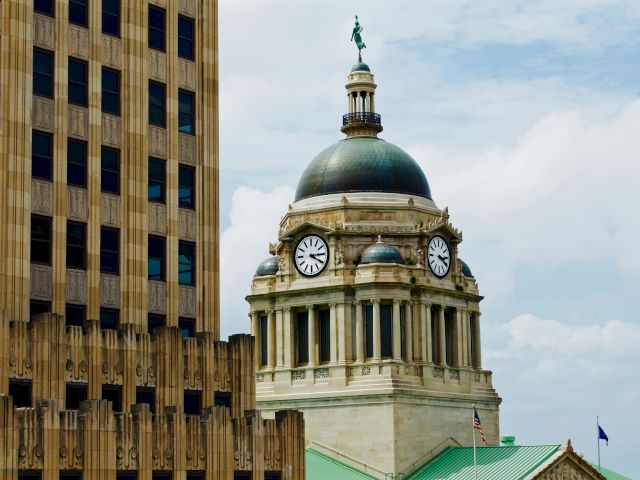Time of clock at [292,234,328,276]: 4:14
